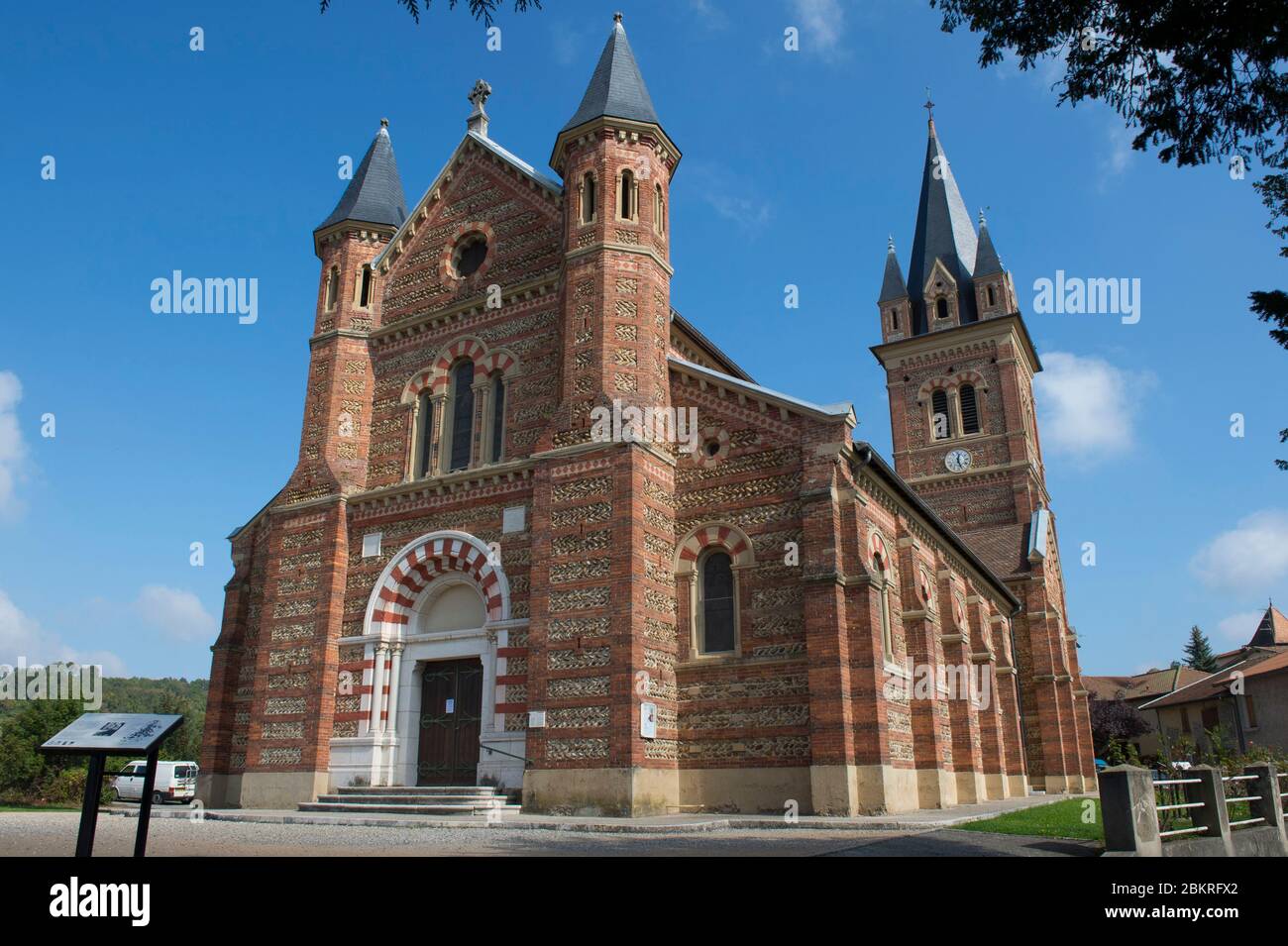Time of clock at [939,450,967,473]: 12:26
